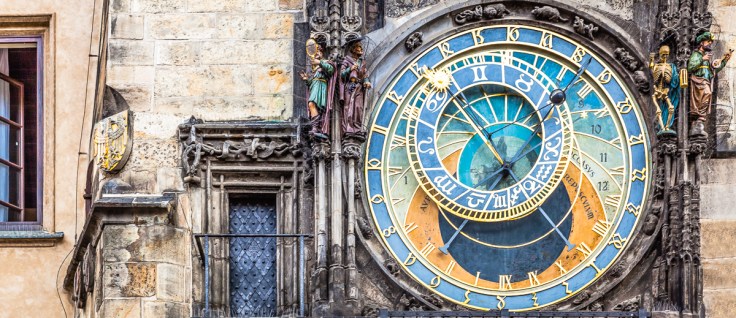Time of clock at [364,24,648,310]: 4:52
